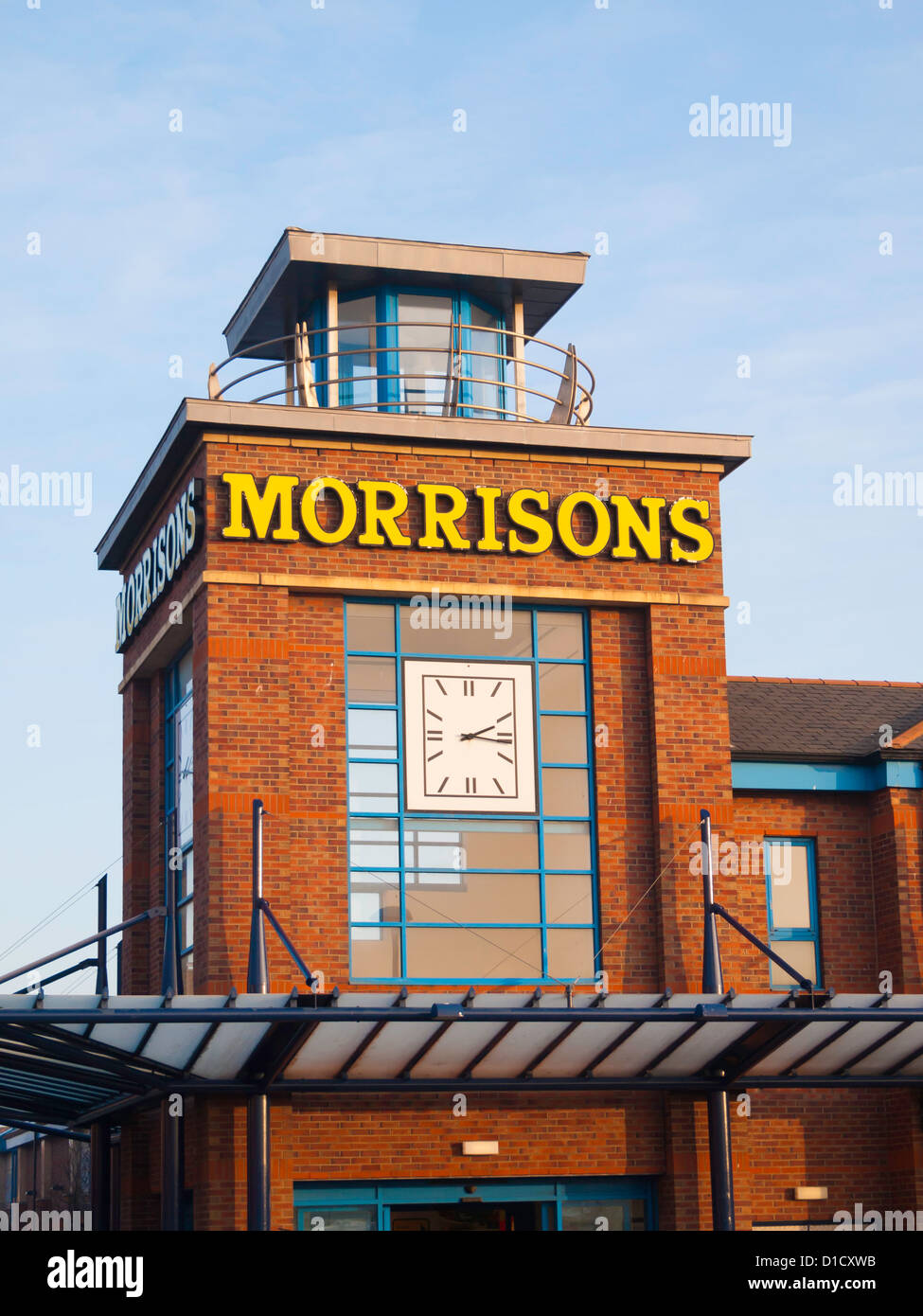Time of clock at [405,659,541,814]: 2:16
